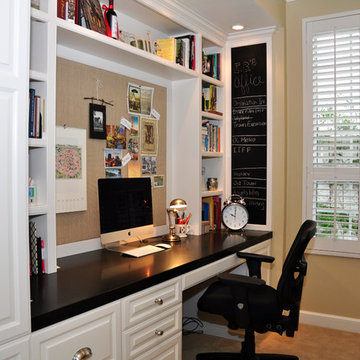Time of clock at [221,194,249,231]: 10:00
